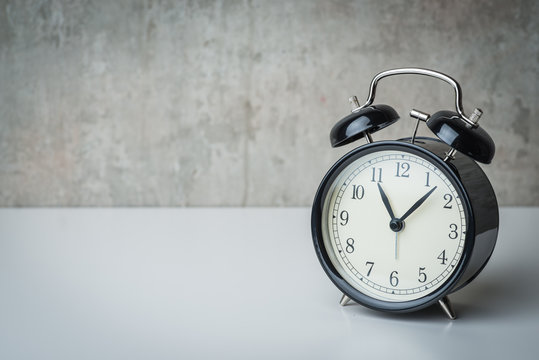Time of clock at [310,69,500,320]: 11:07
